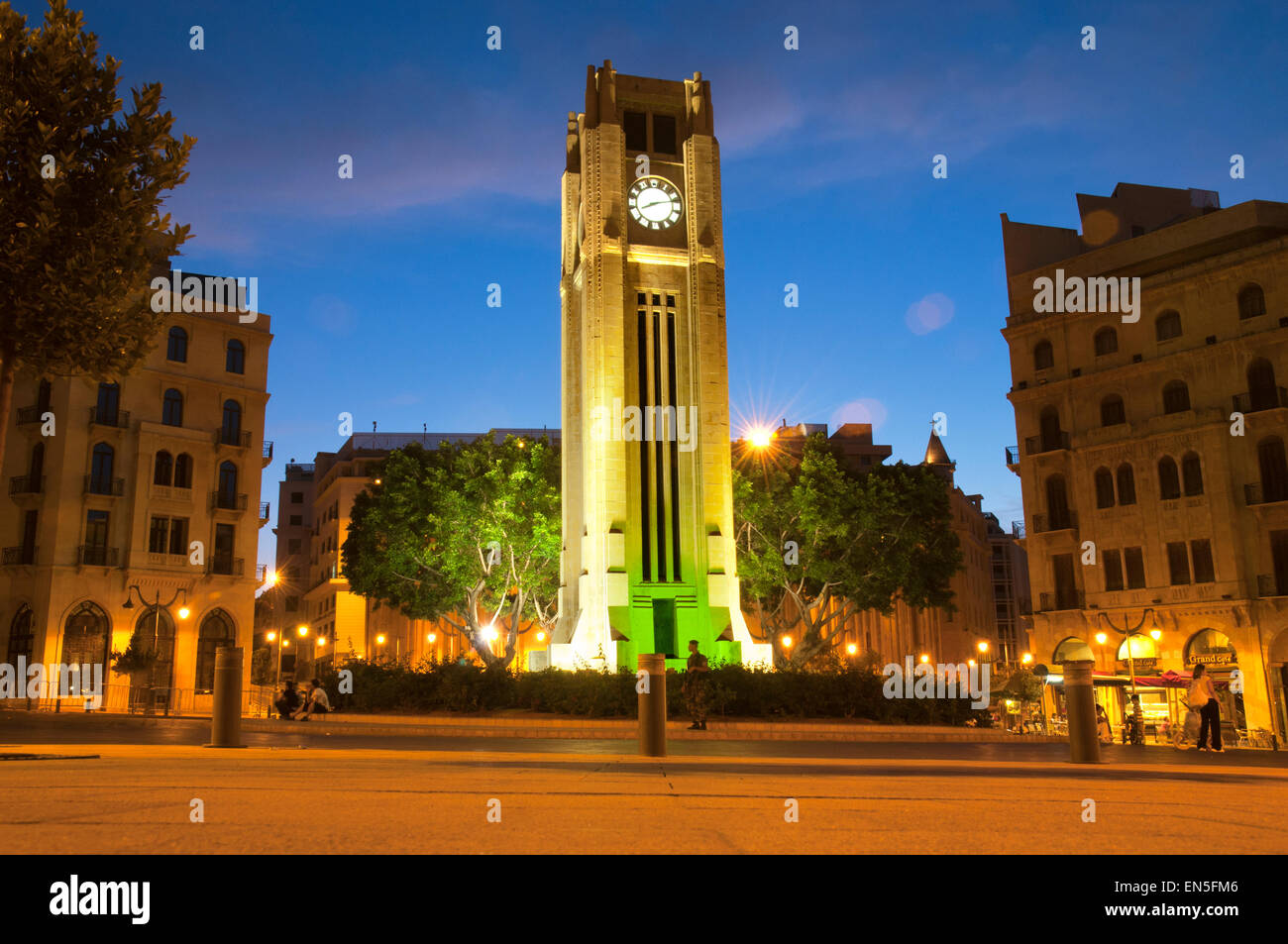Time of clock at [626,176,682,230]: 8:14
